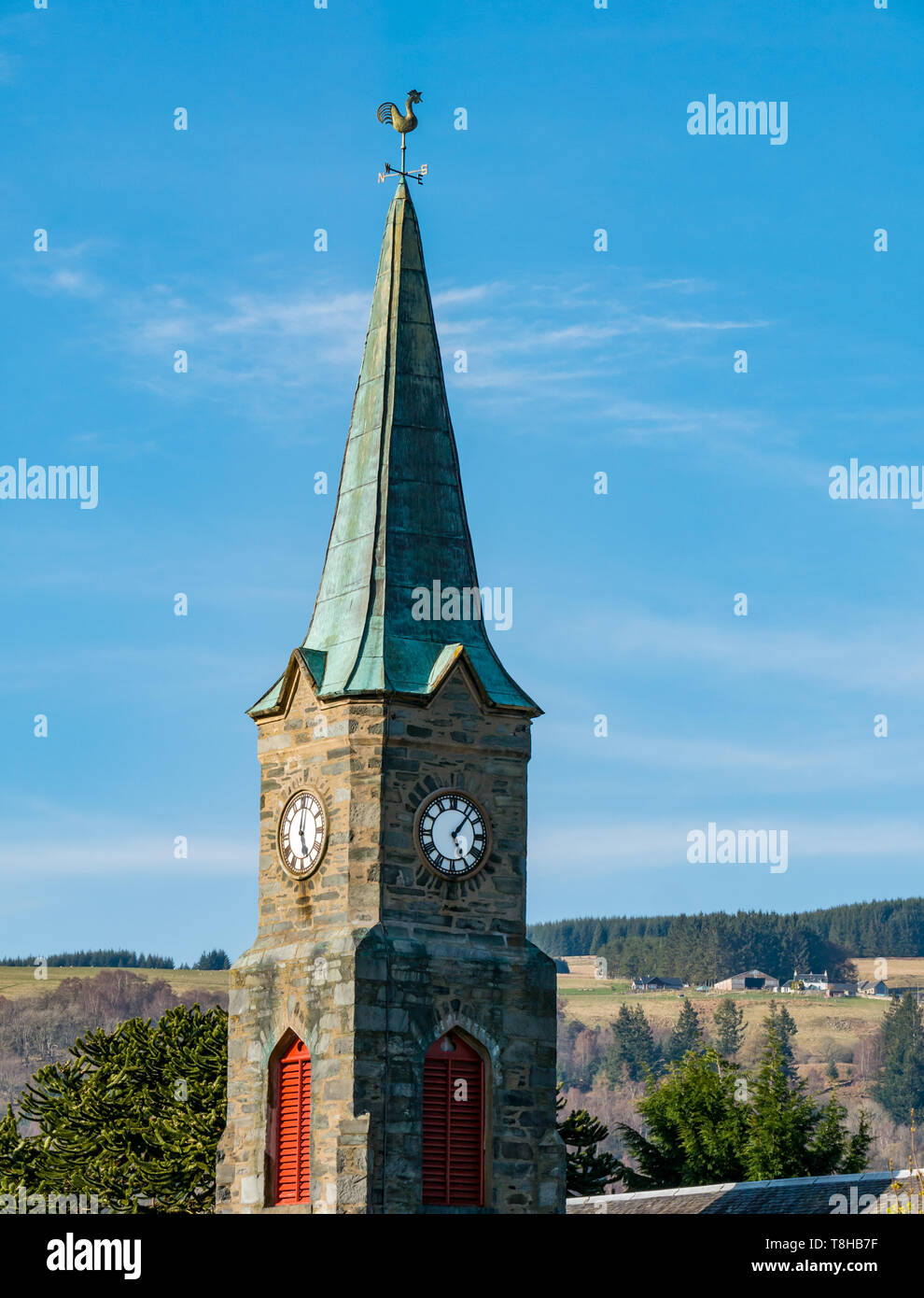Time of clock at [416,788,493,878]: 5:06
